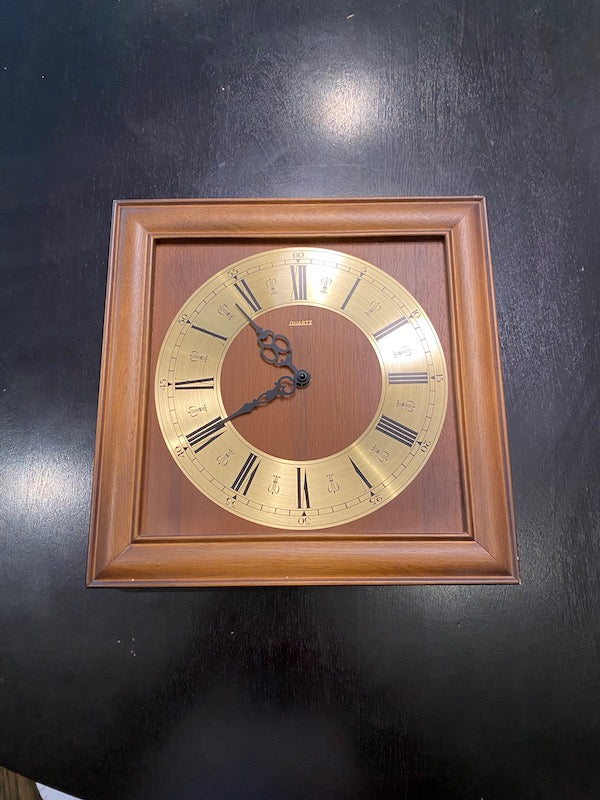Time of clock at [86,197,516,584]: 10:40
